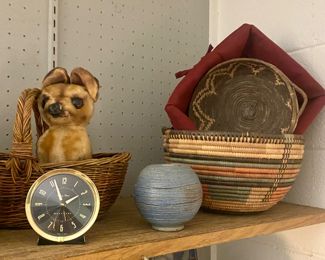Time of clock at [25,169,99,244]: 1:56
